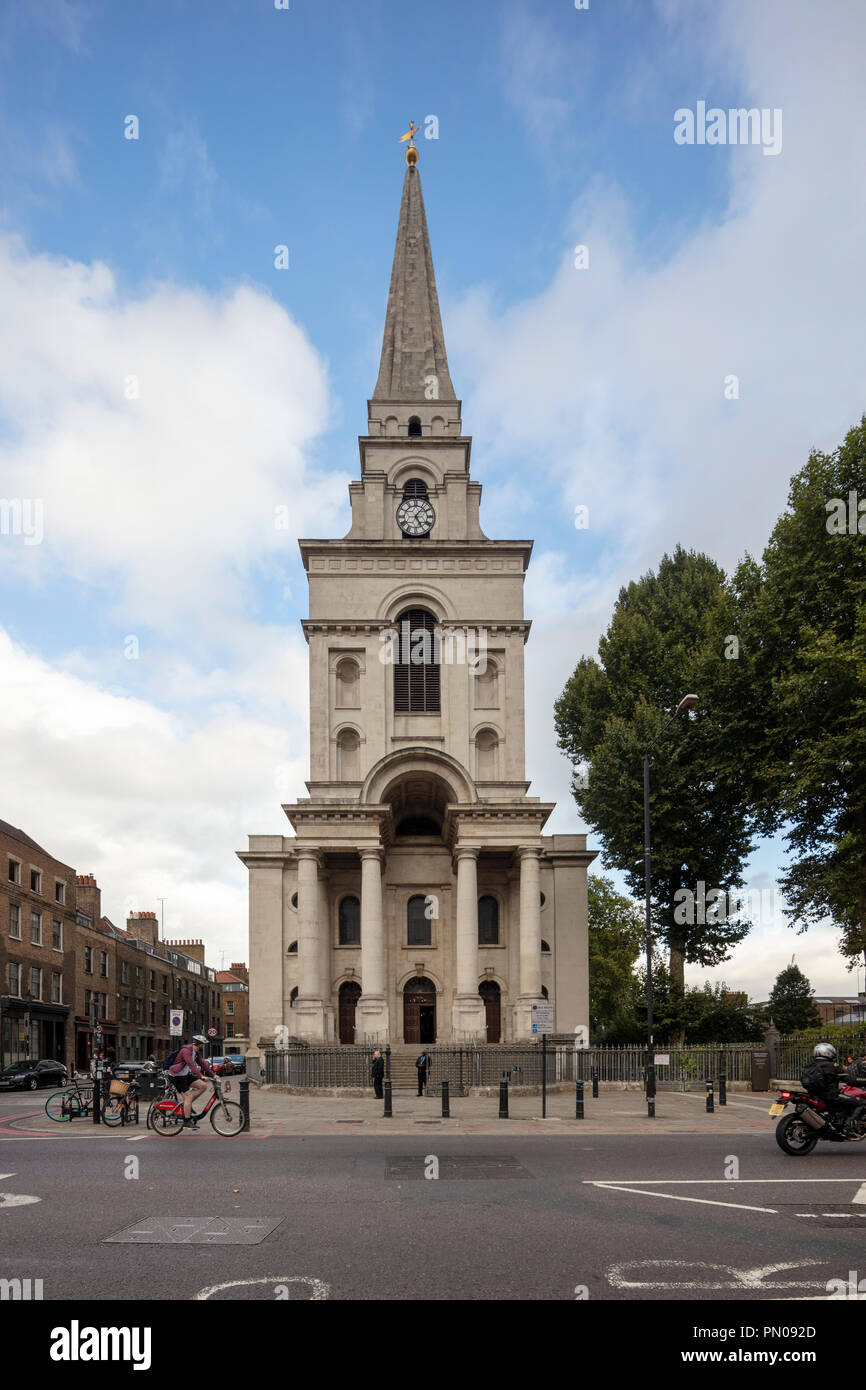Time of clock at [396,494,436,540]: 5:06
